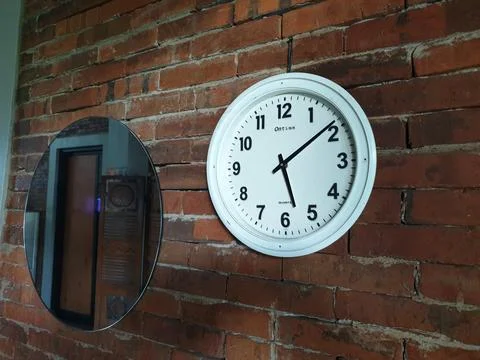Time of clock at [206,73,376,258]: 5:08
